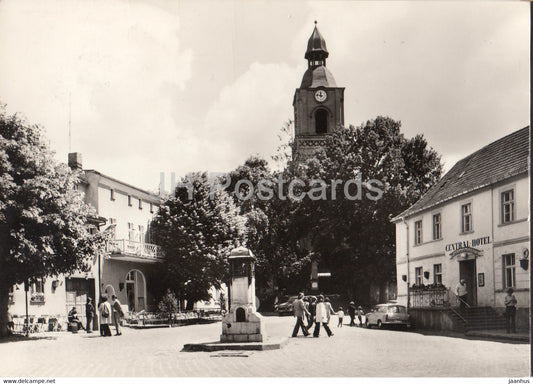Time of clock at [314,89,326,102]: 11:46
